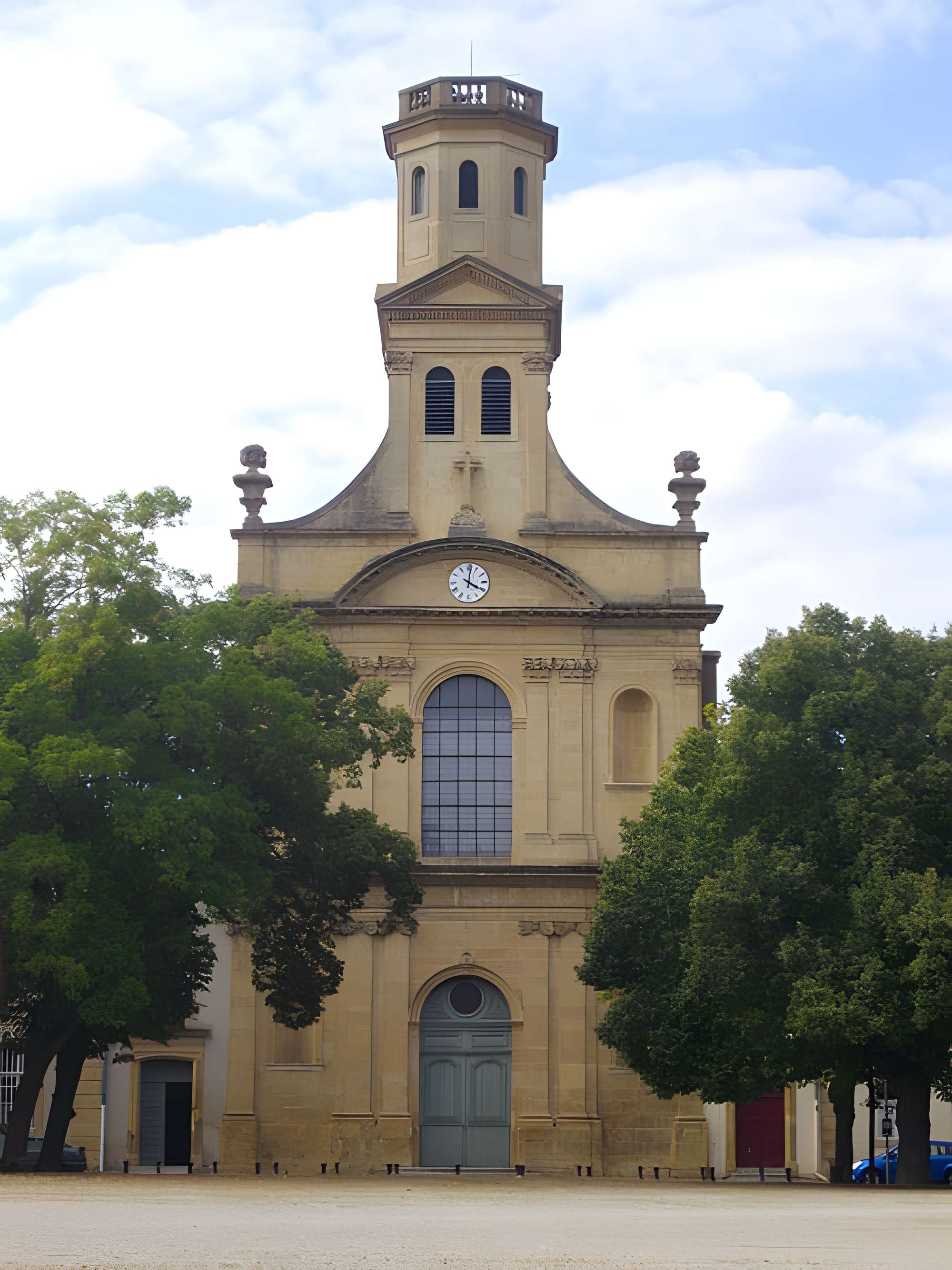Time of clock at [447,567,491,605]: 4:01
